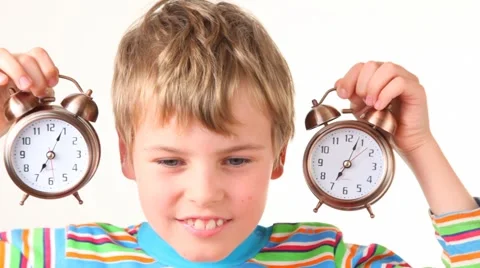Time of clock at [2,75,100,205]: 7:04
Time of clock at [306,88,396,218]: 7:04
